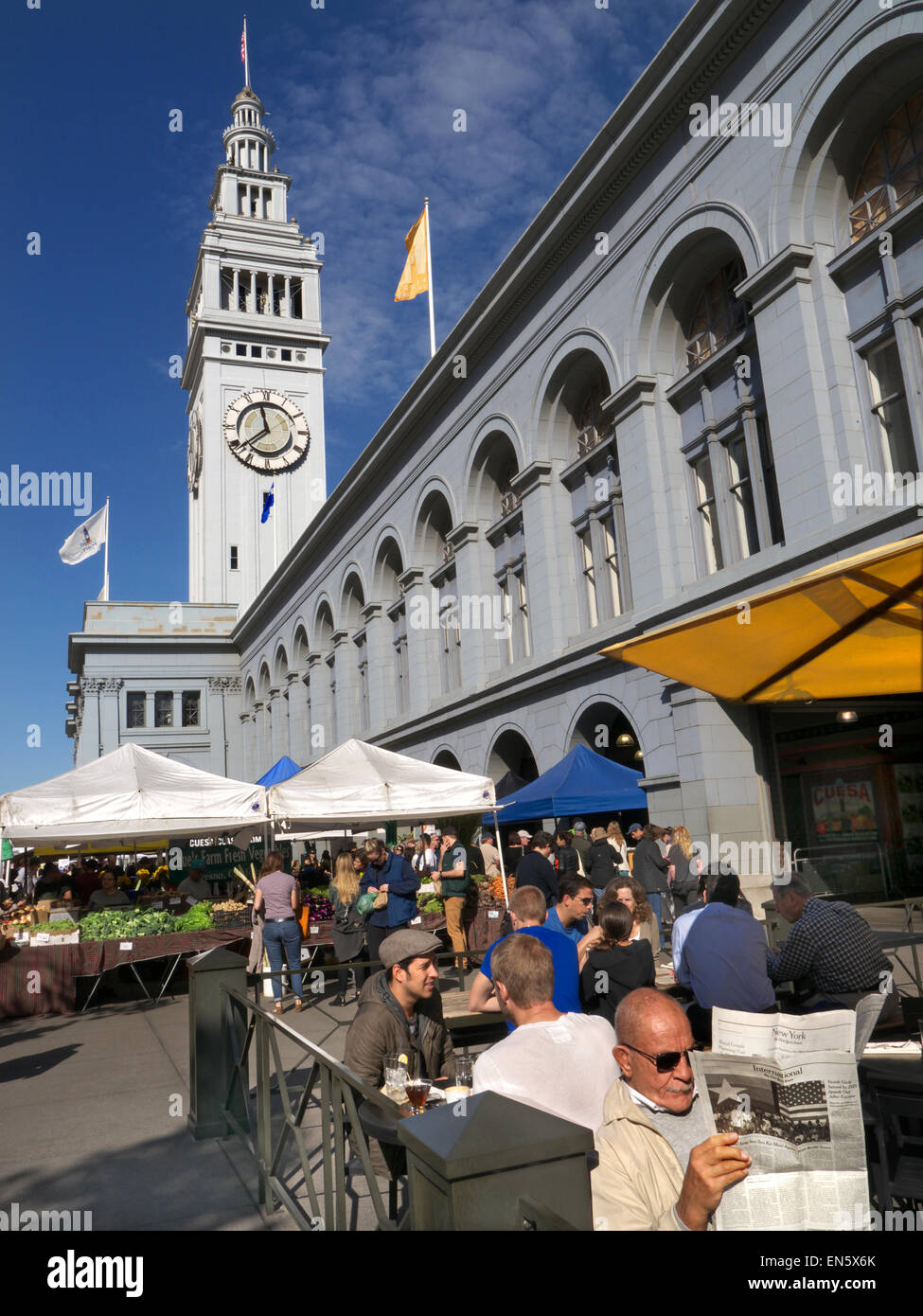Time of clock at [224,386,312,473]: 11:38
